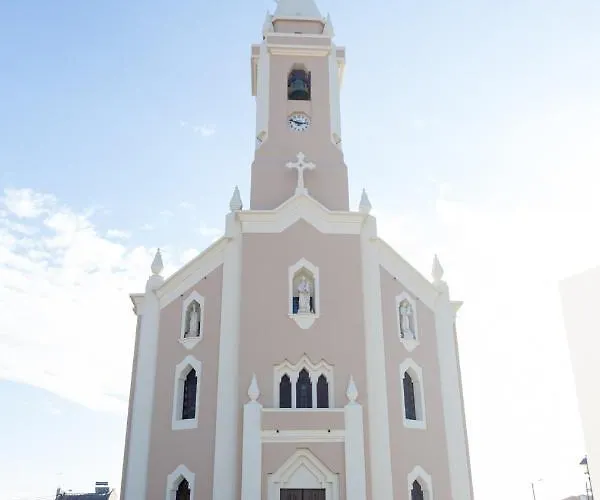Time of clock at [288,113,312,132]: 2:48
